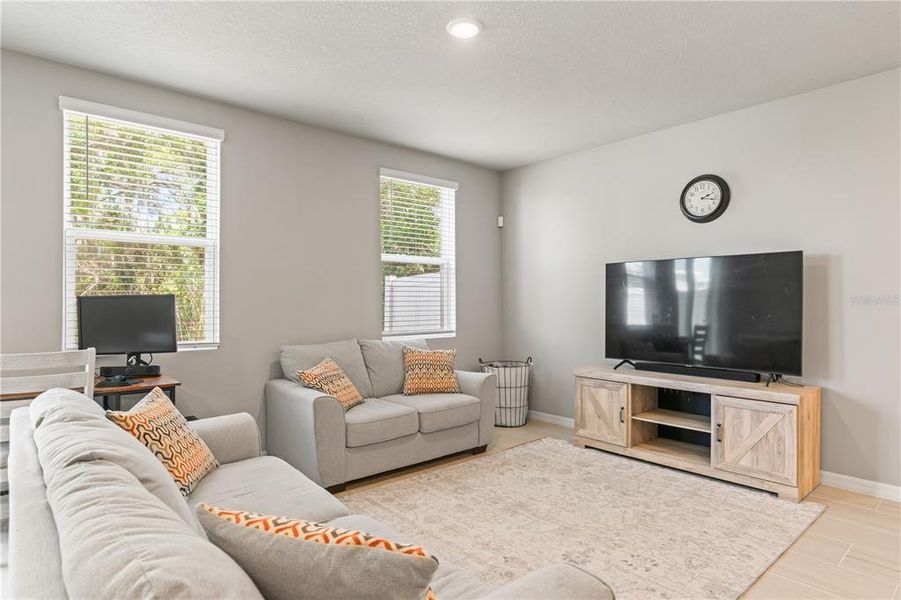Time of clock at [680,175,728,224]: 2:17
